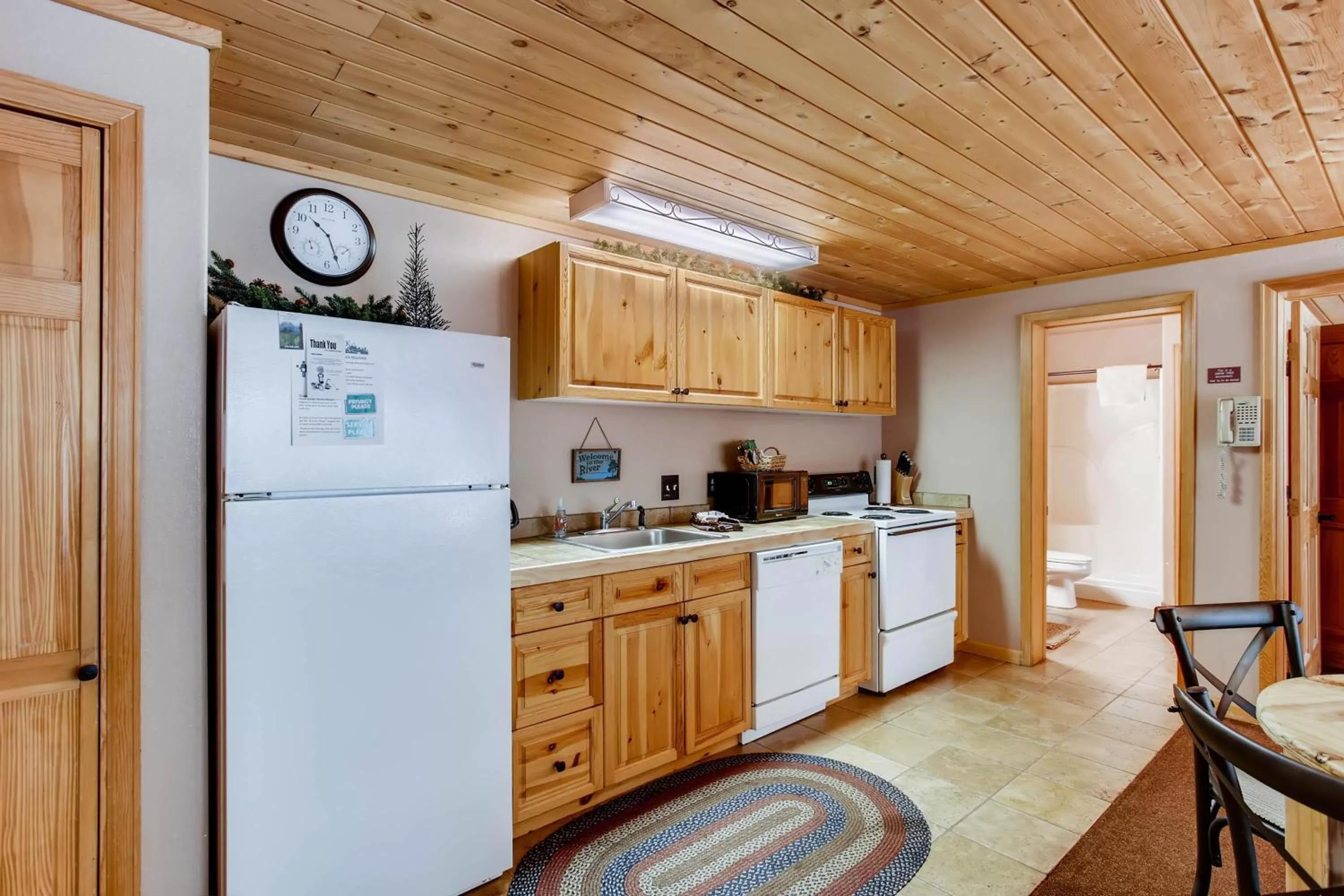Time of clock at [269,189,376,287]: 10:26
